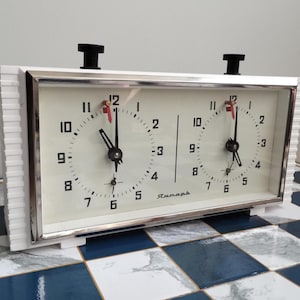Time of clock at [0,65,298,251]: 11:00
